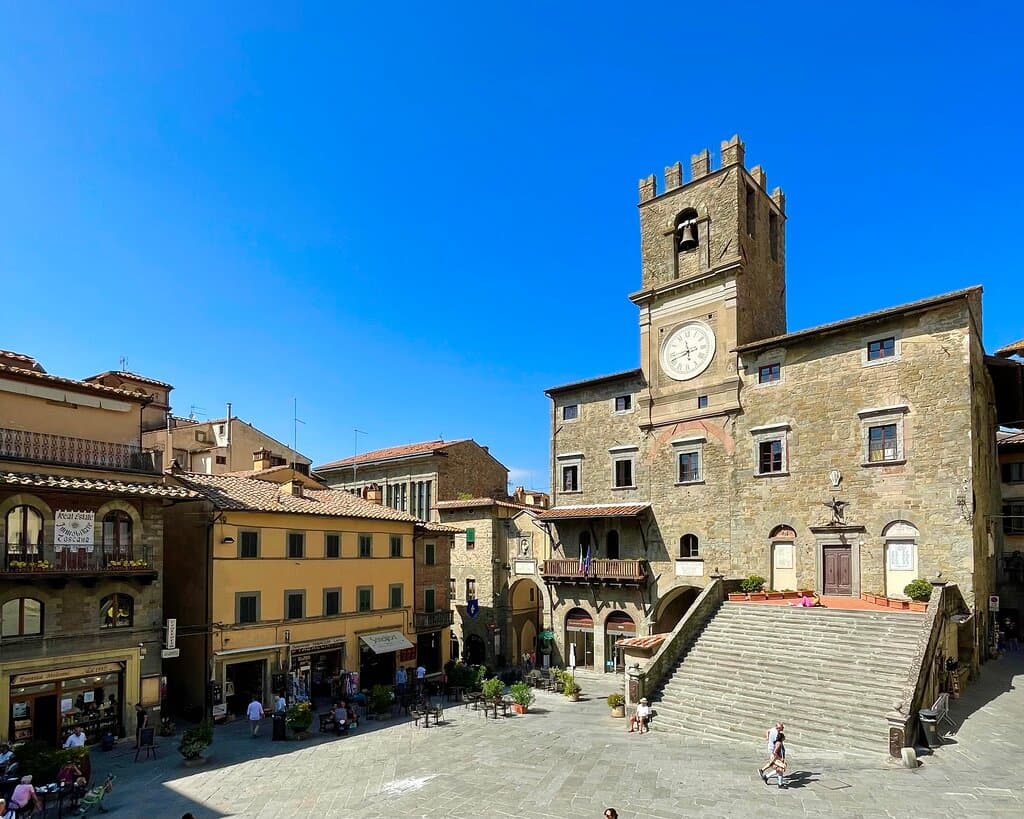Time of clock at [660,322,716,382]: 11:42
